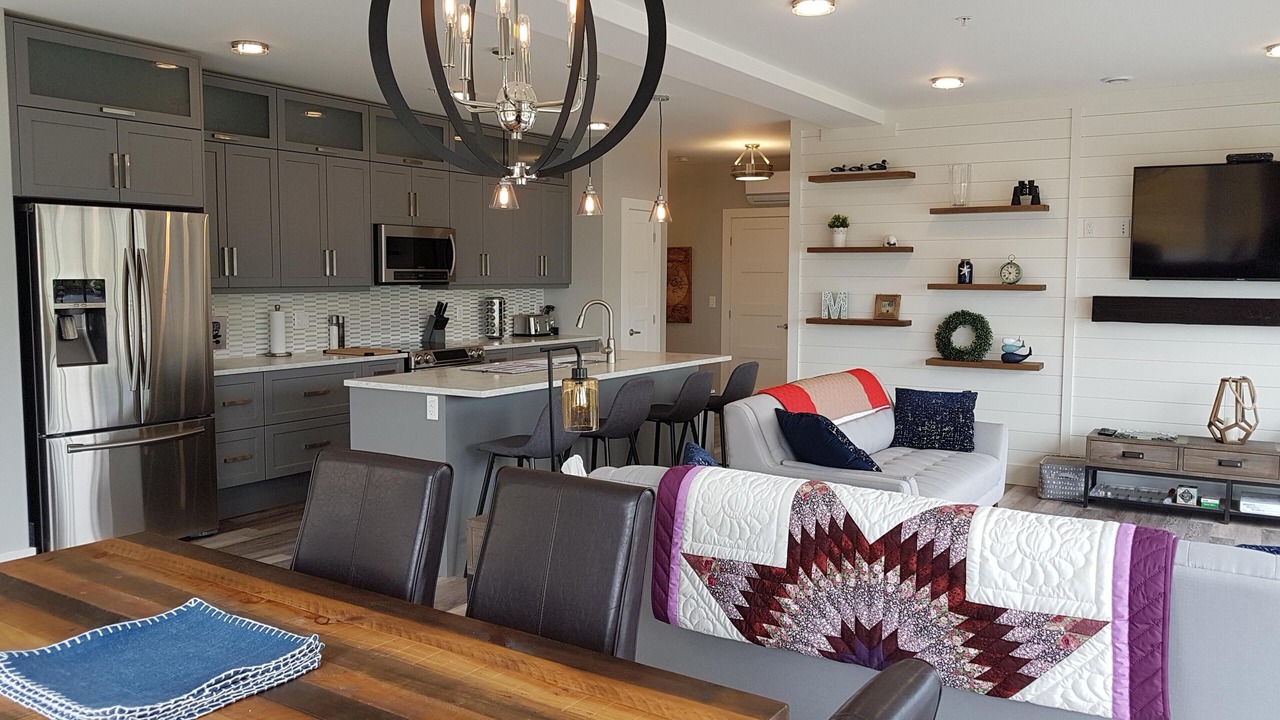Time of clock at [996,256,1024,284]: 10:33
